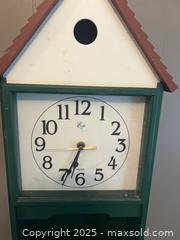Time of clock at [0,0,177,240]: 6:34
